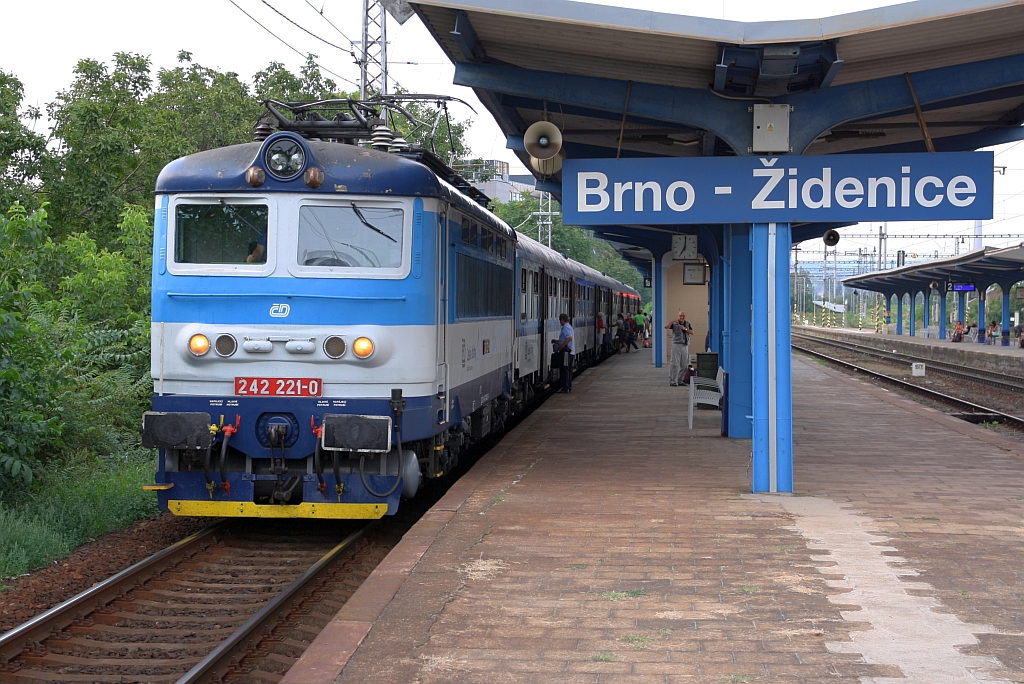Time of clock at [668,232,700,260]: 7:00
